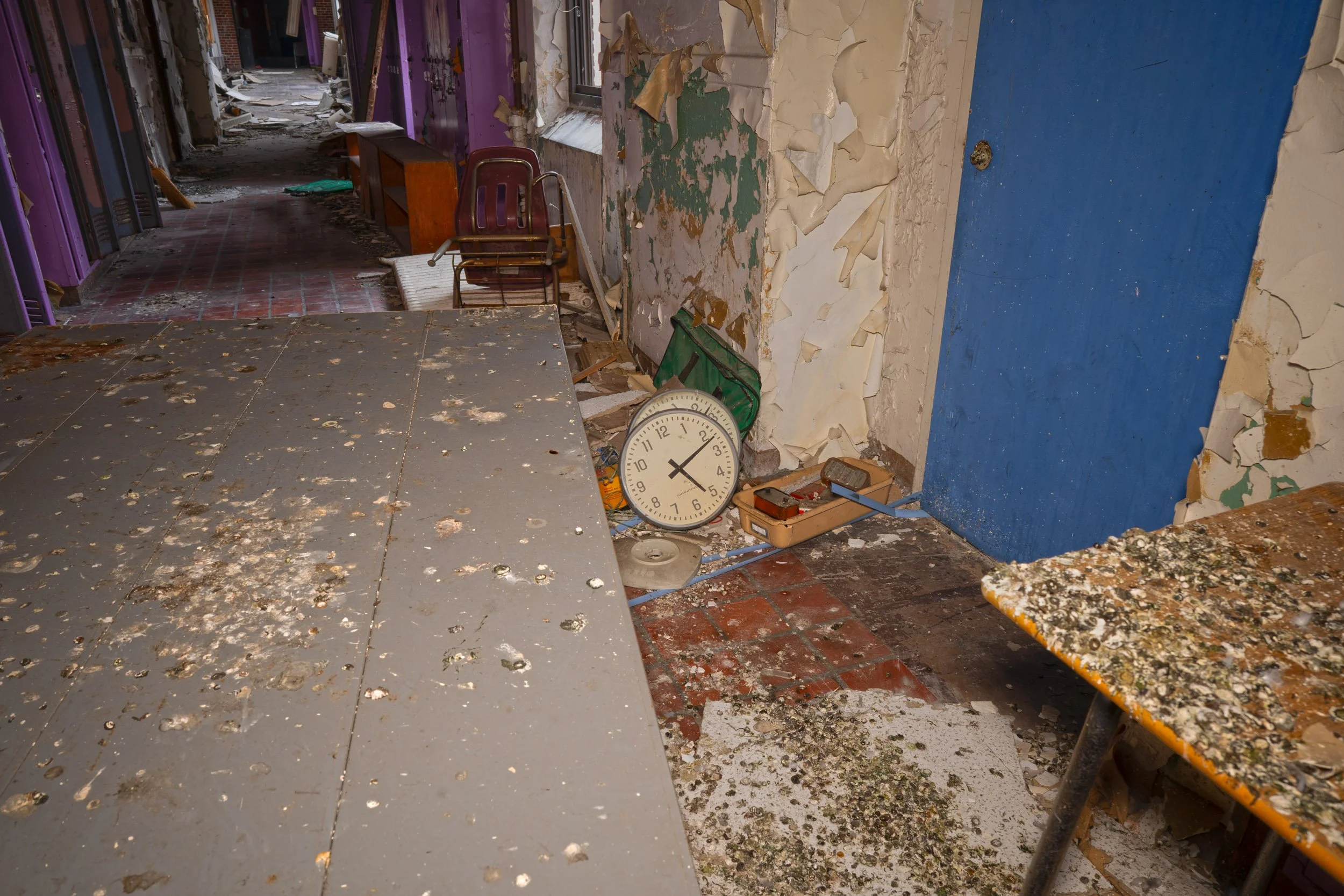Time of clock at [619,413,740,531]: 5:12
